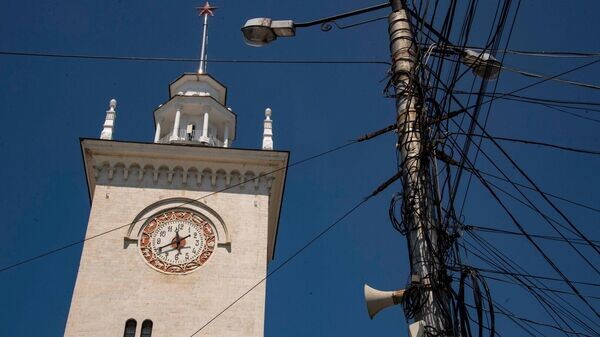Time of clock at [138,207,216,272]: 11:41
